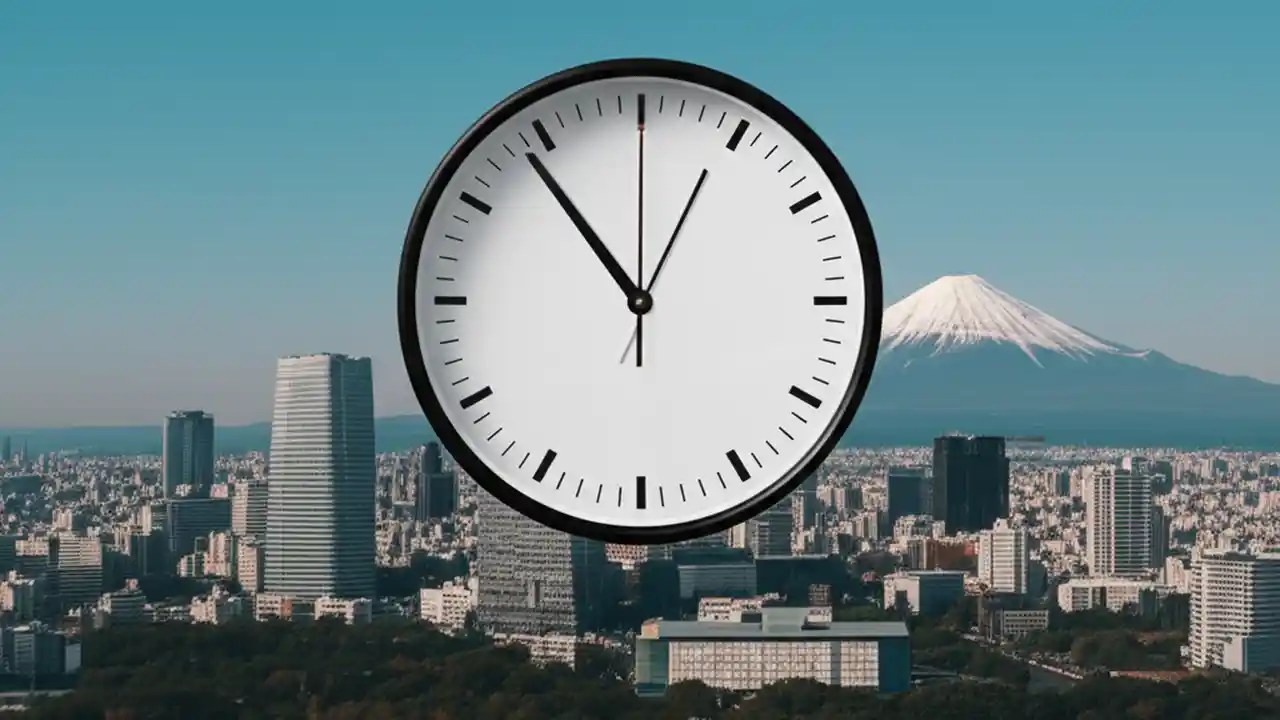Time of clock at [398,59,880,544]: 12:53
